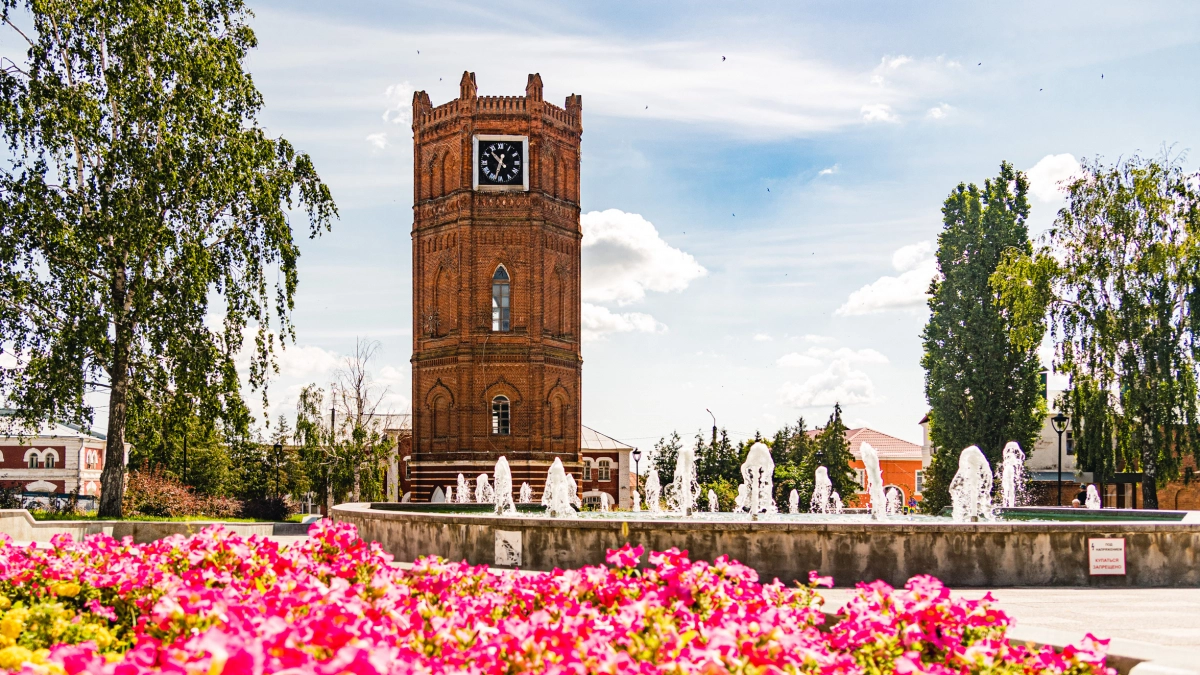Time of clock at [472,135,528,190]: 10:33
